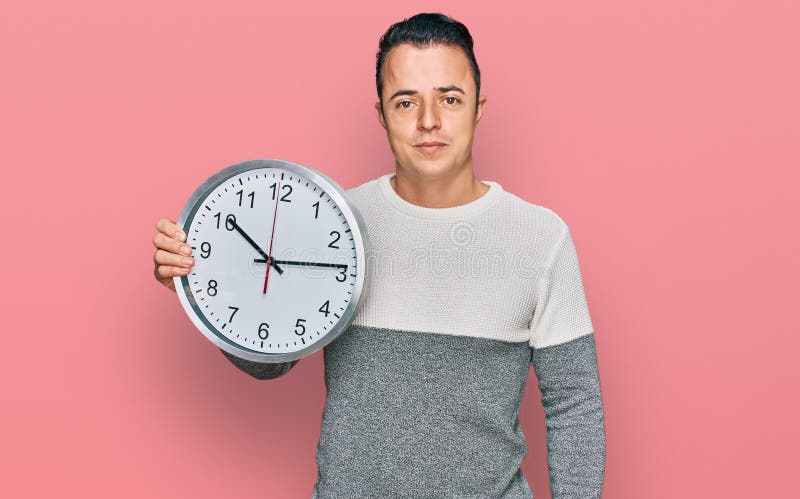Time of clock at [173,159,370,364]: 10:13
